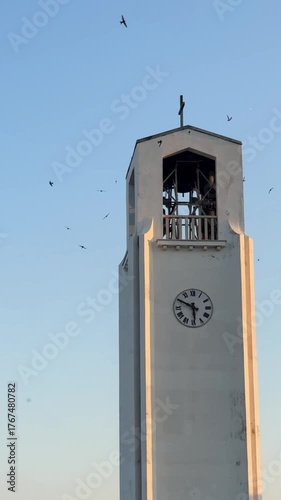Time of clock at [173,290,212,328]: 5:49
